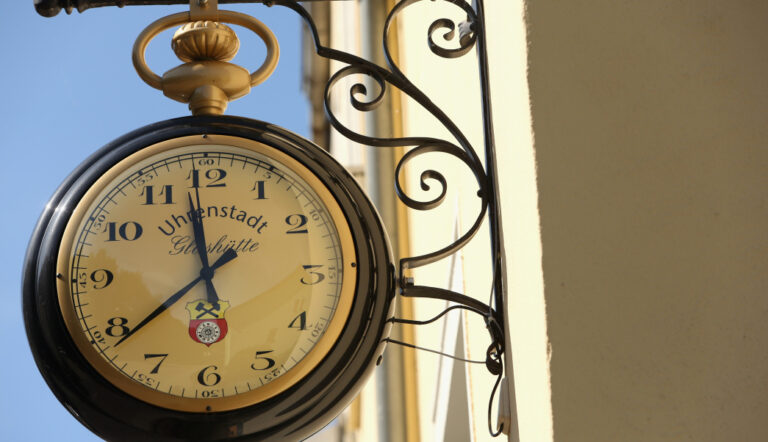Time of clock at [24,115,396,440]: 11:38
